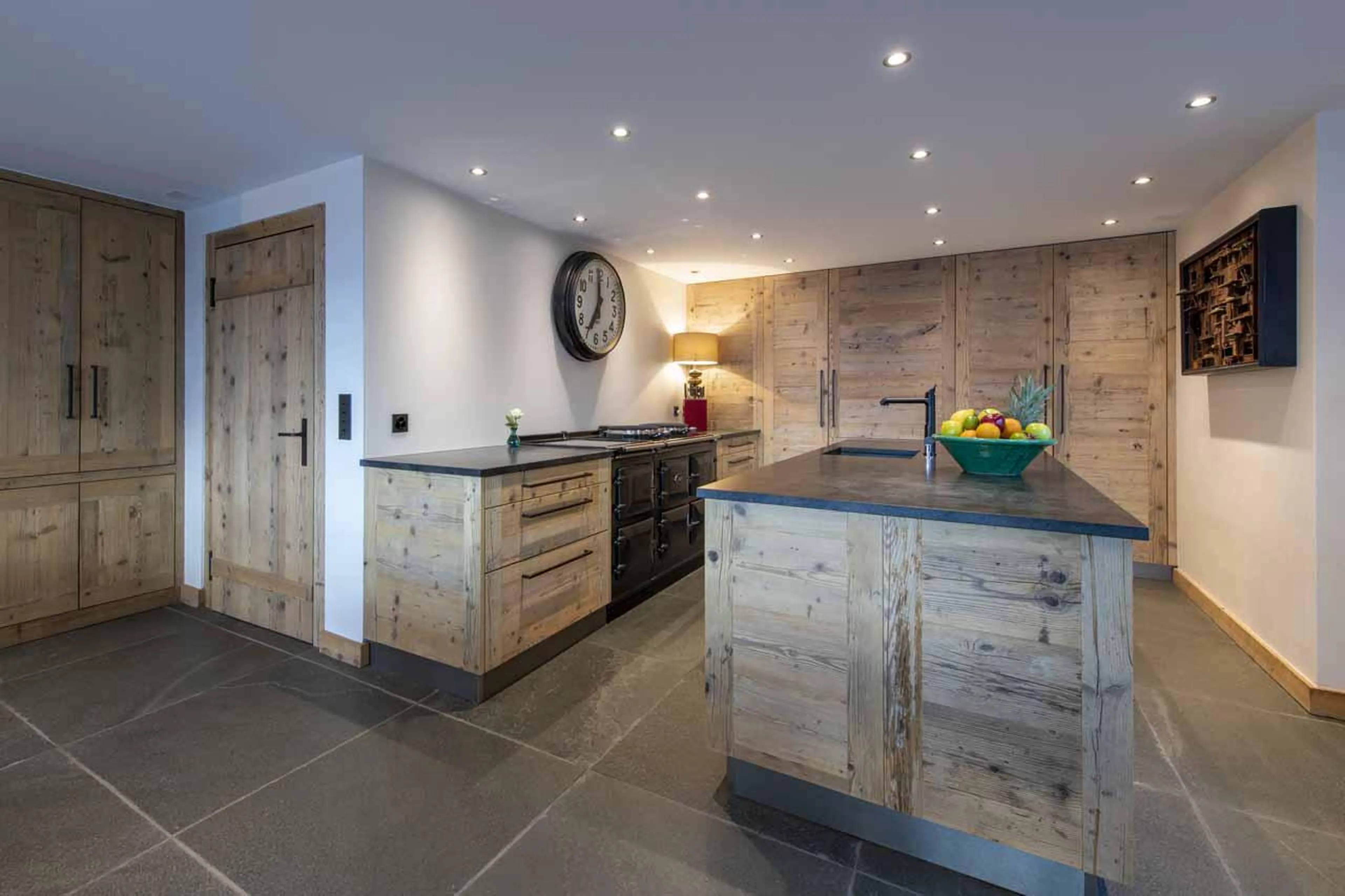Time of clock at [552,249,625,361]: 7:00
